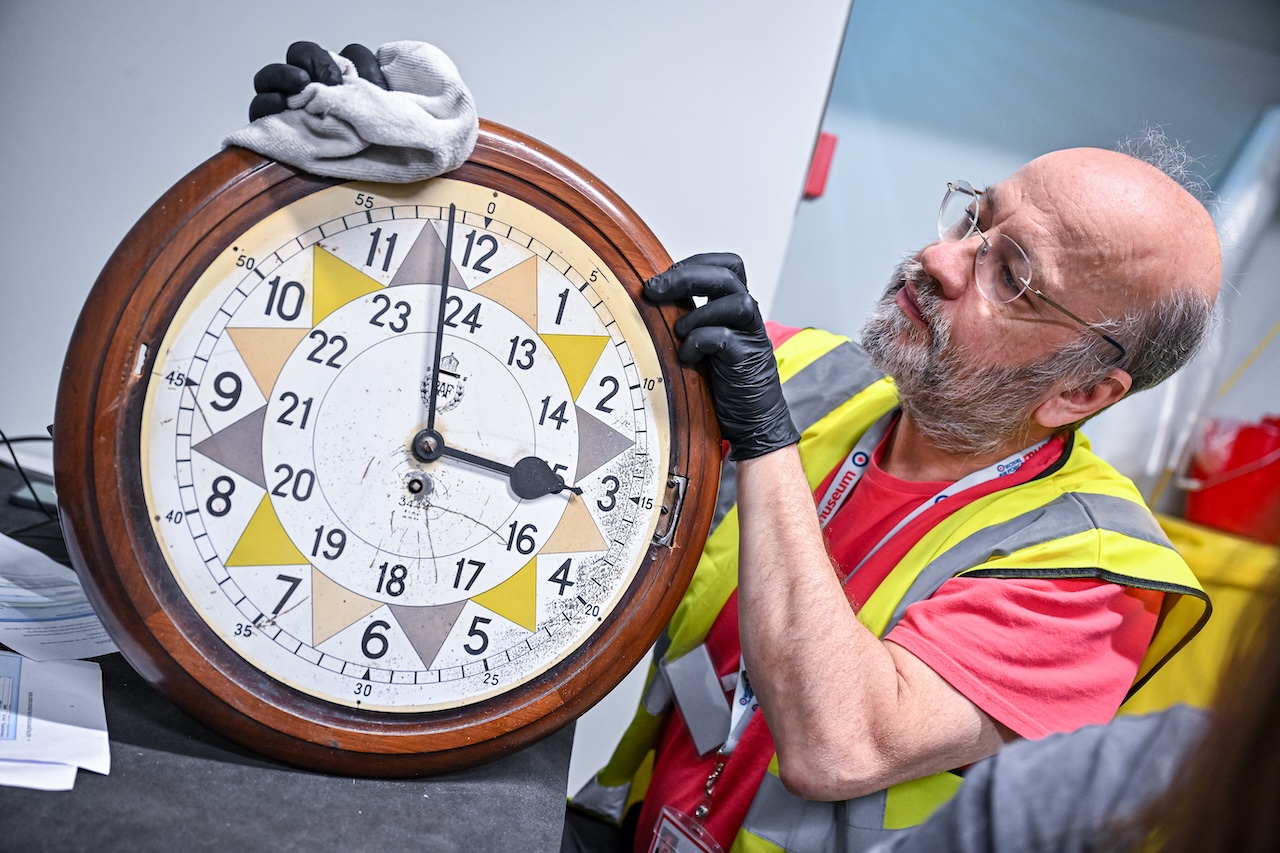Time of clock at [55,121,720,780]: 2:58
